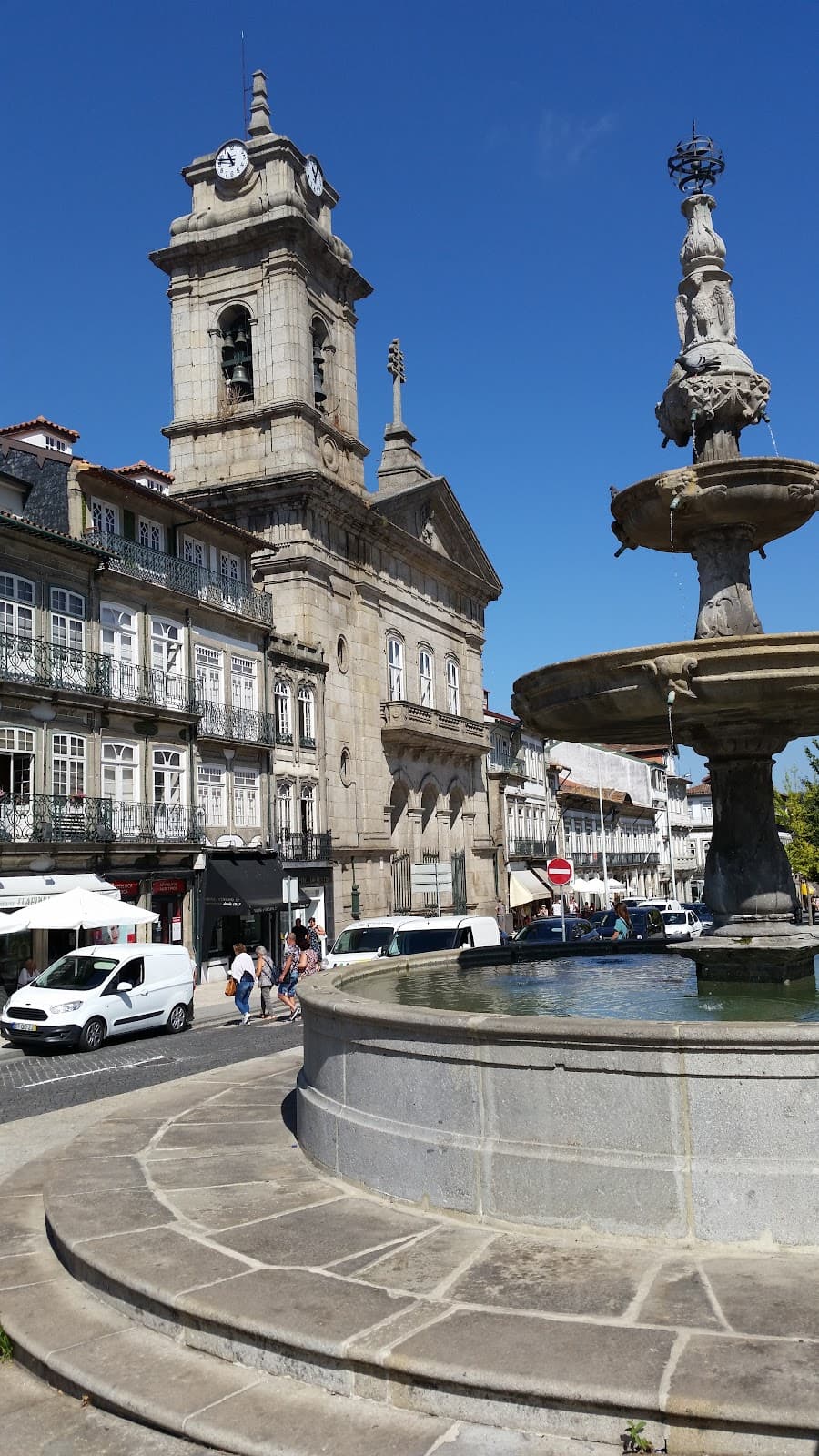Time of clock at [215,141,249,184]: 10:47
